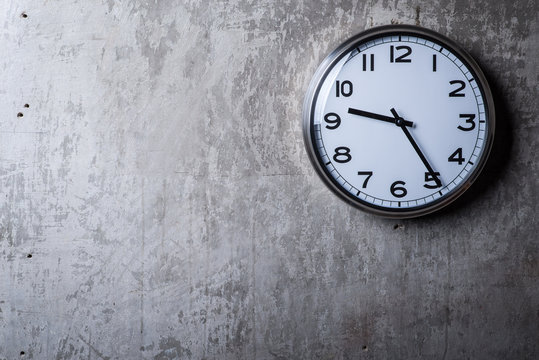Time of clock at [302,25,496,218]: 9:24
